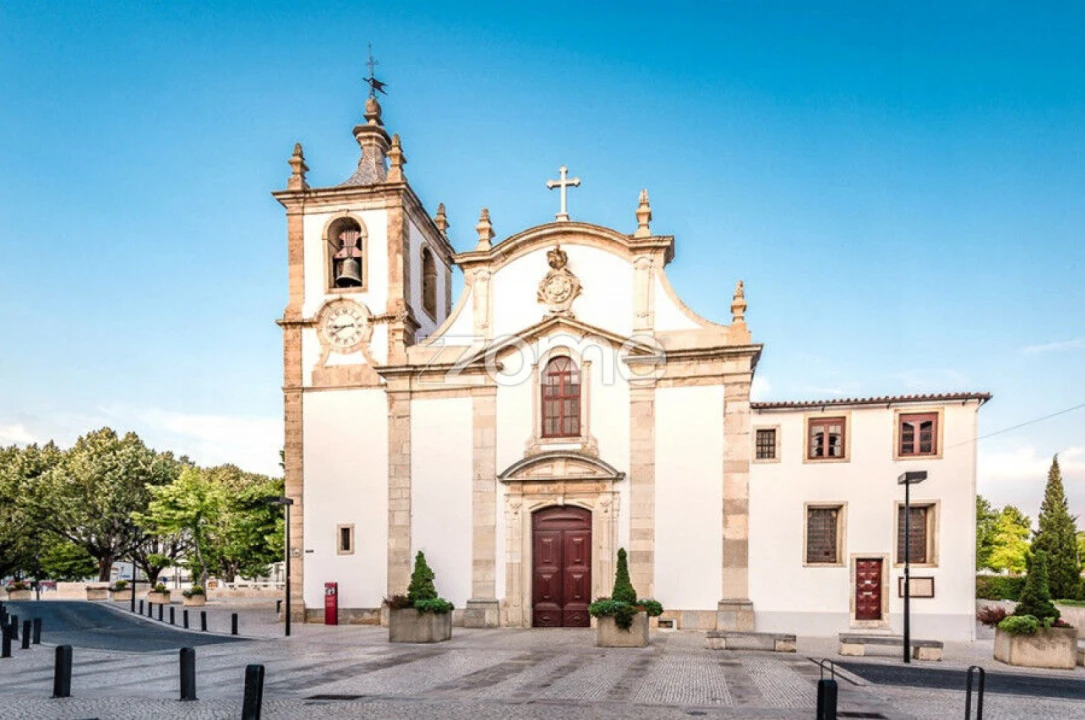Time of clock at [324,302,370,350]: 8:39
